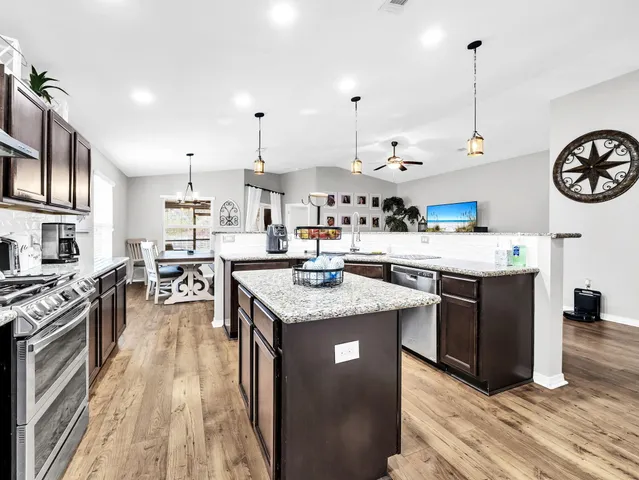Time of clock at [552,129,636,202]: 1:14
